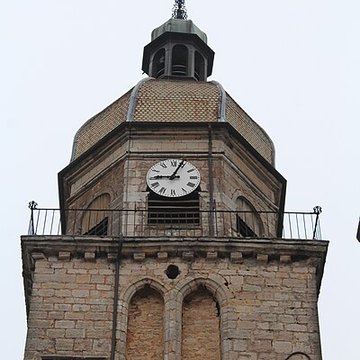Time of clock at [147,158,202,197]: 9:03
